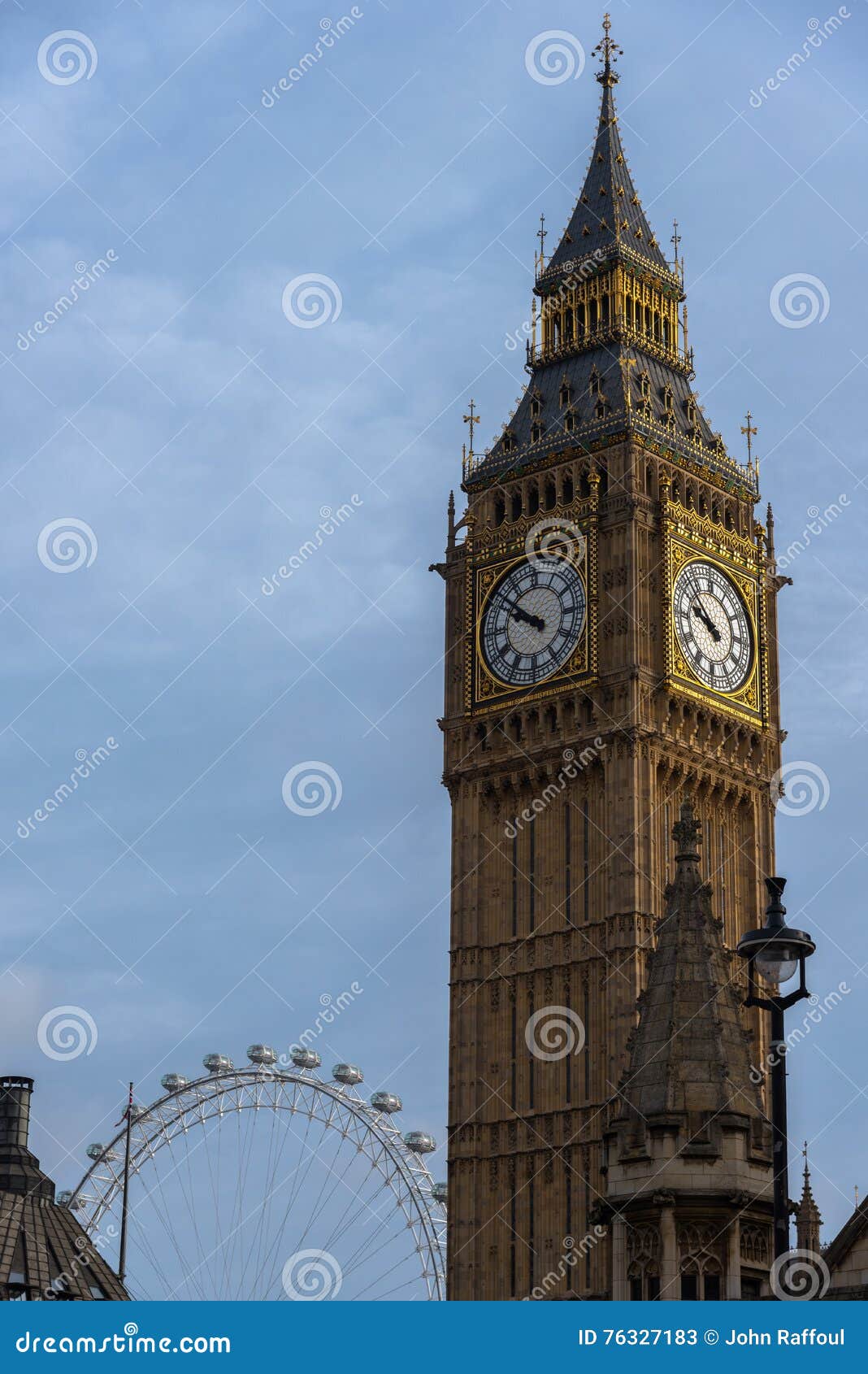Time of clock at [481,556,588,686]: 9:51
